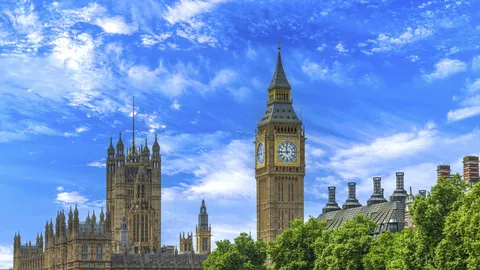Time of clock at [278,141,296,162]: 11:44
